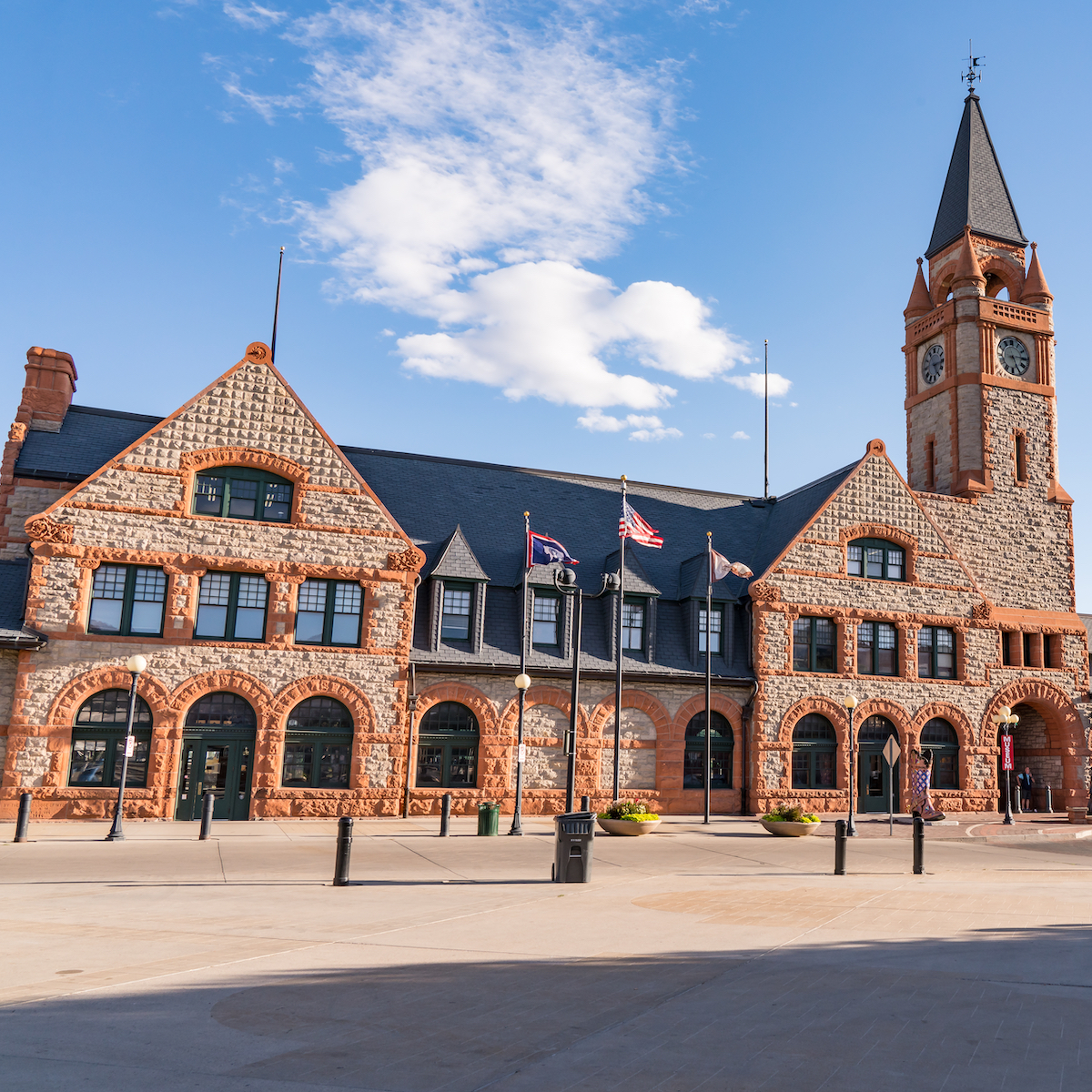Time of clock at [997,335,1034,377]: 5:14
